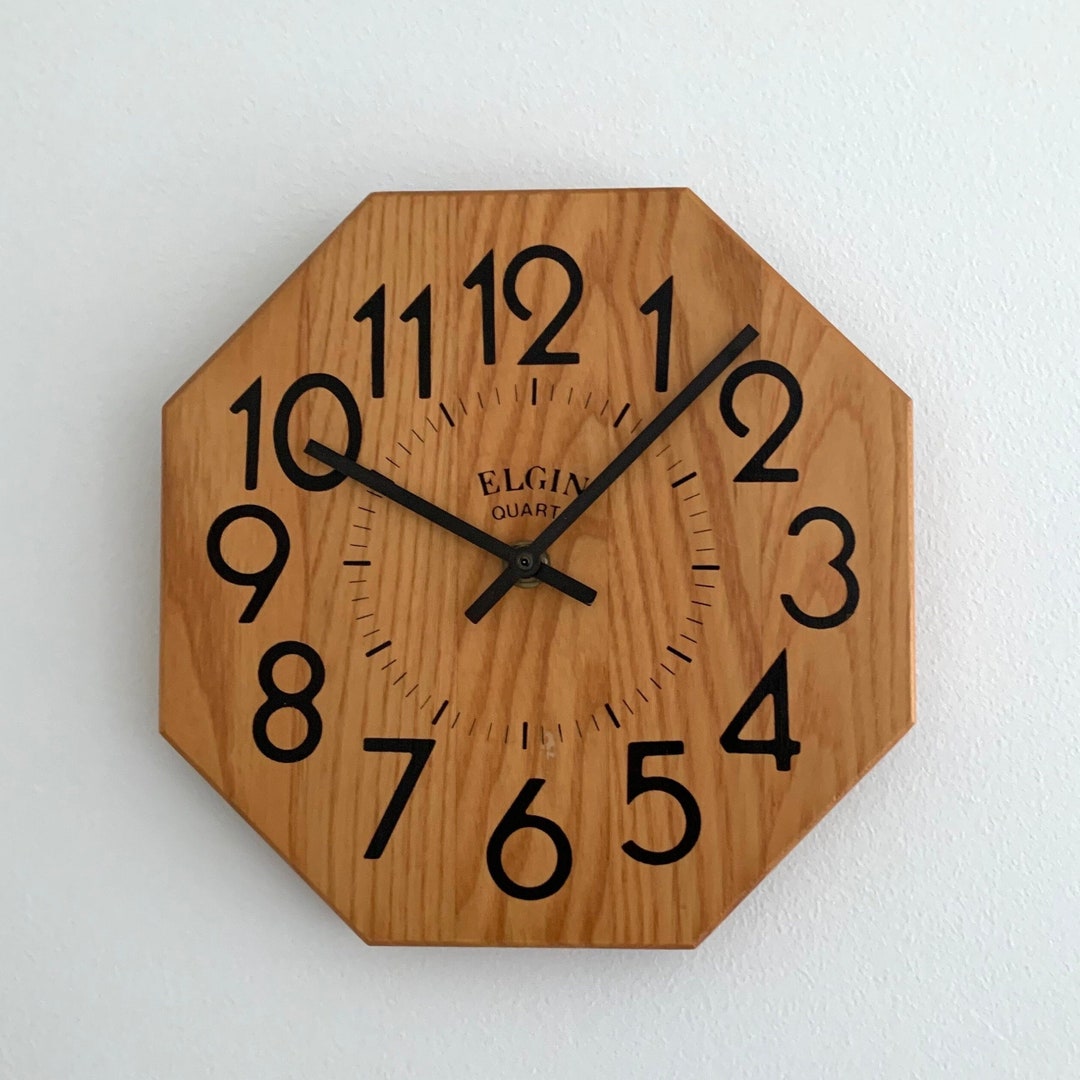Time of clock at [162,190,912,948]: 10:07
